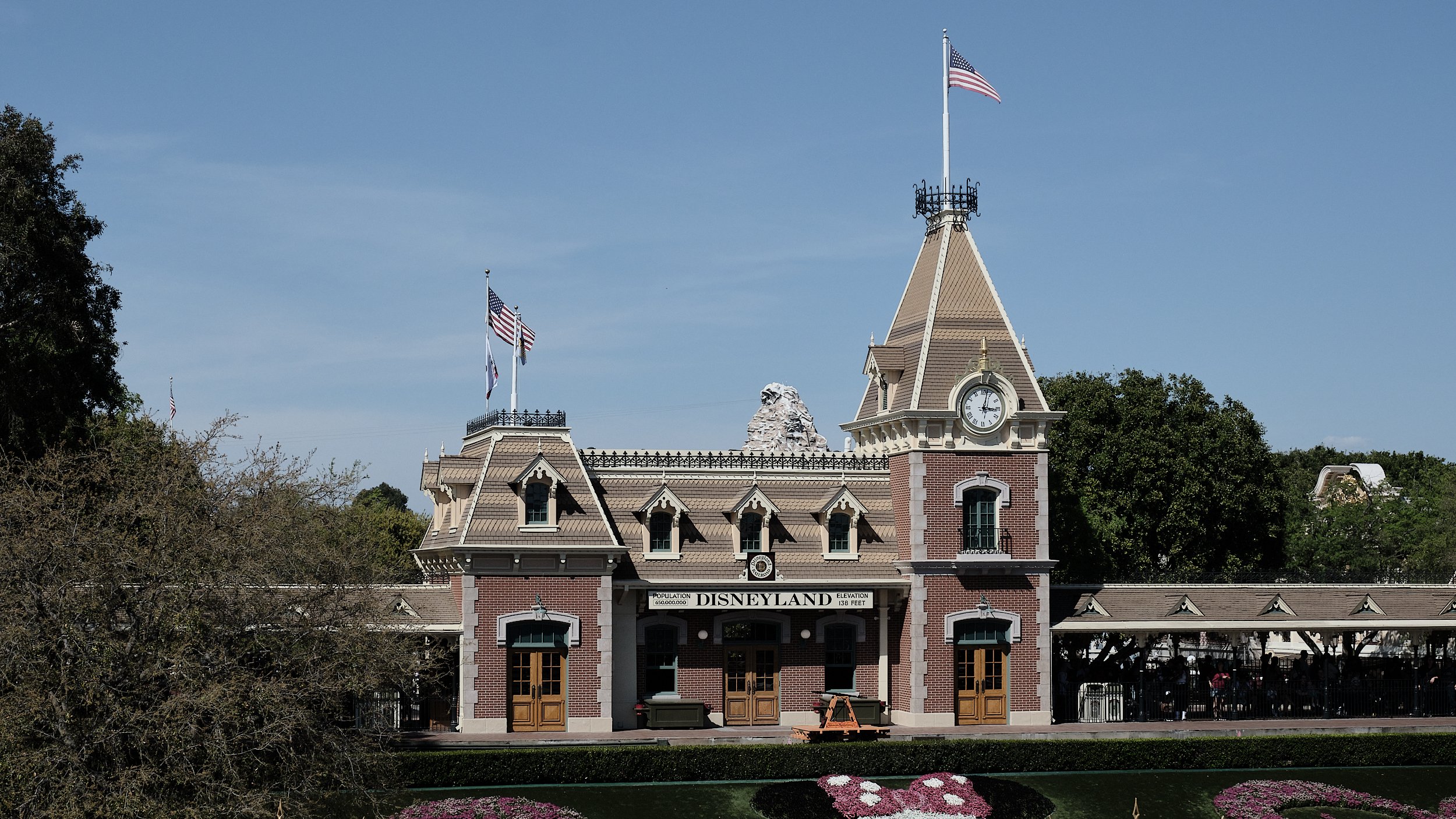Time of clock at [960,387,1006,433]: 3:02
